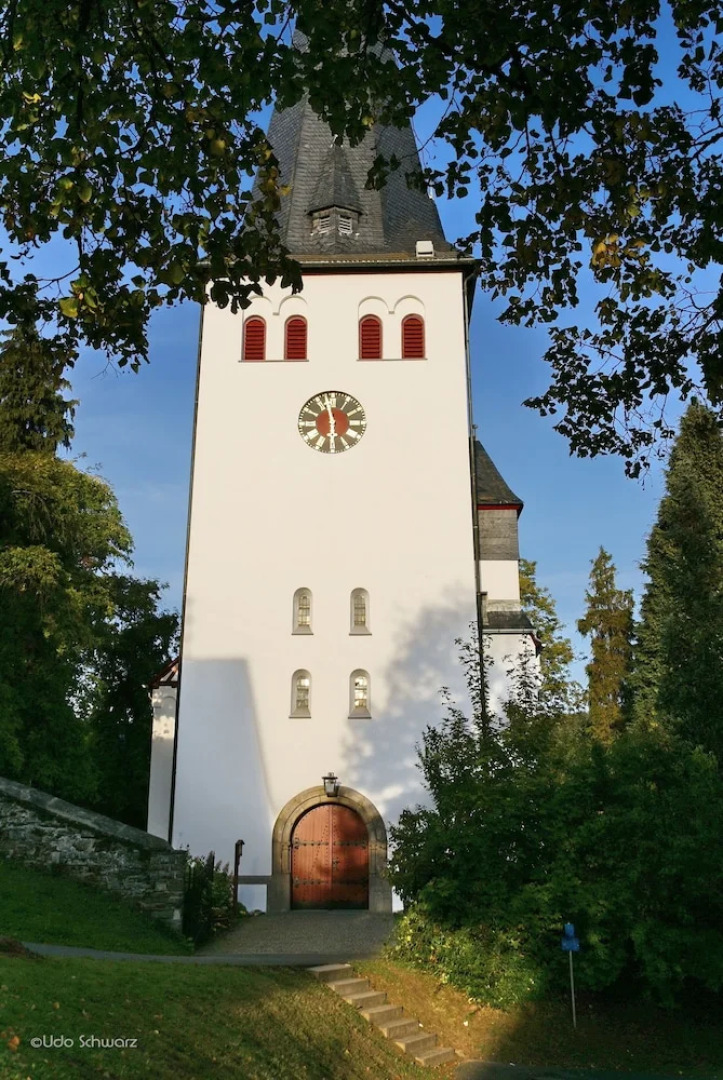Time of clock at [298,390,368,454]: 5:57
